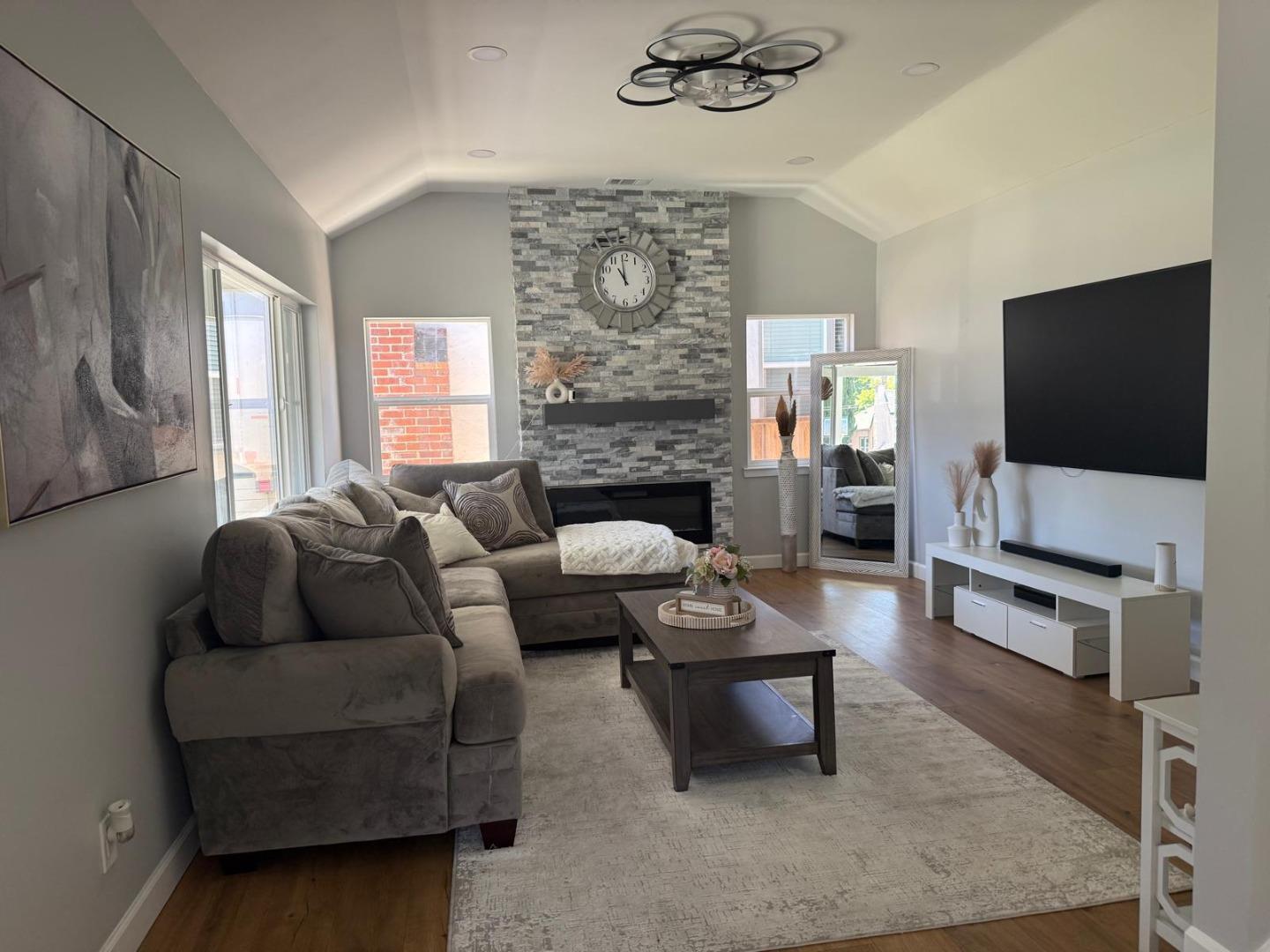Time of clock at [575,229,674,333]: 10:59
